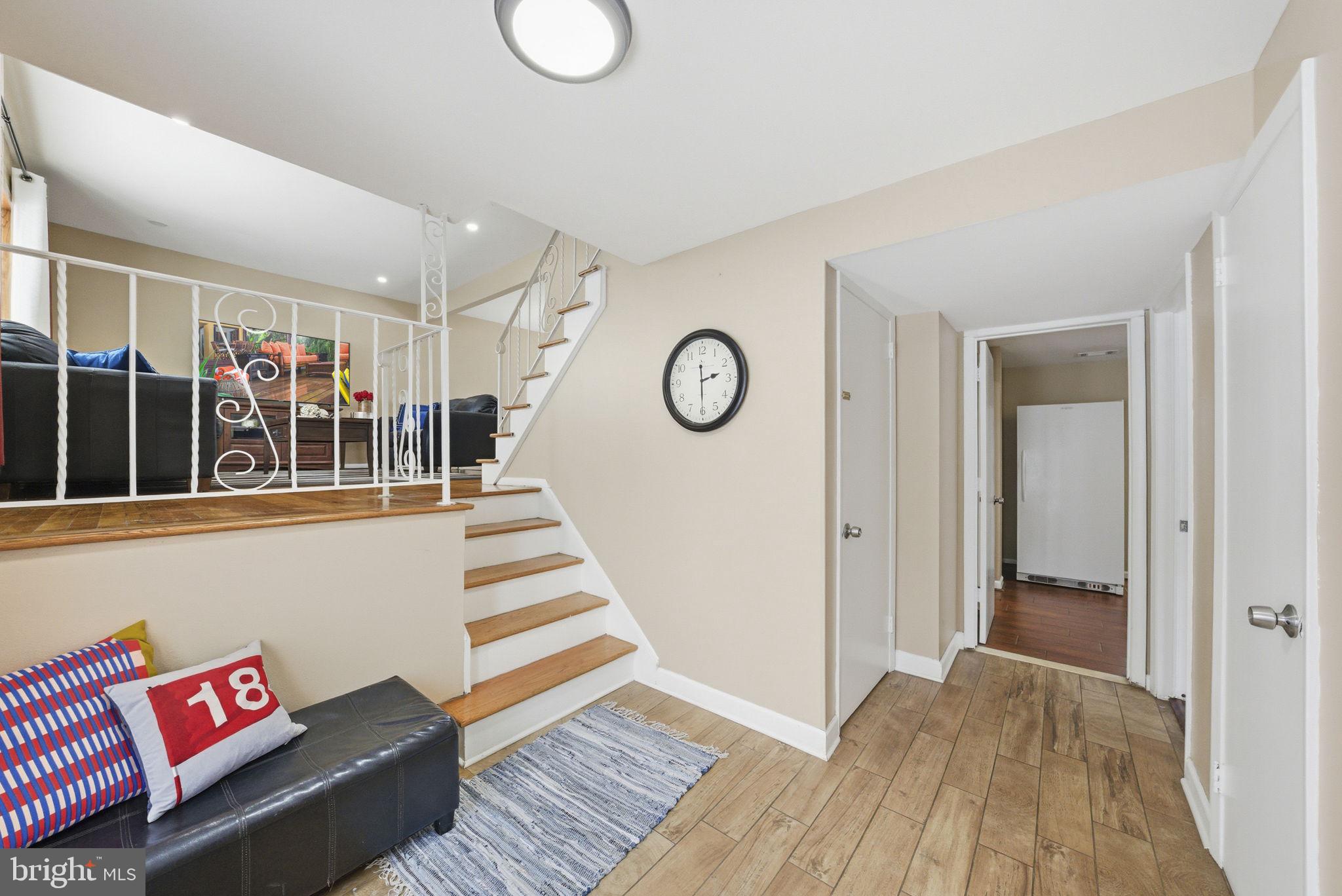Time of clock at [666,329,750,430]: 2:29
